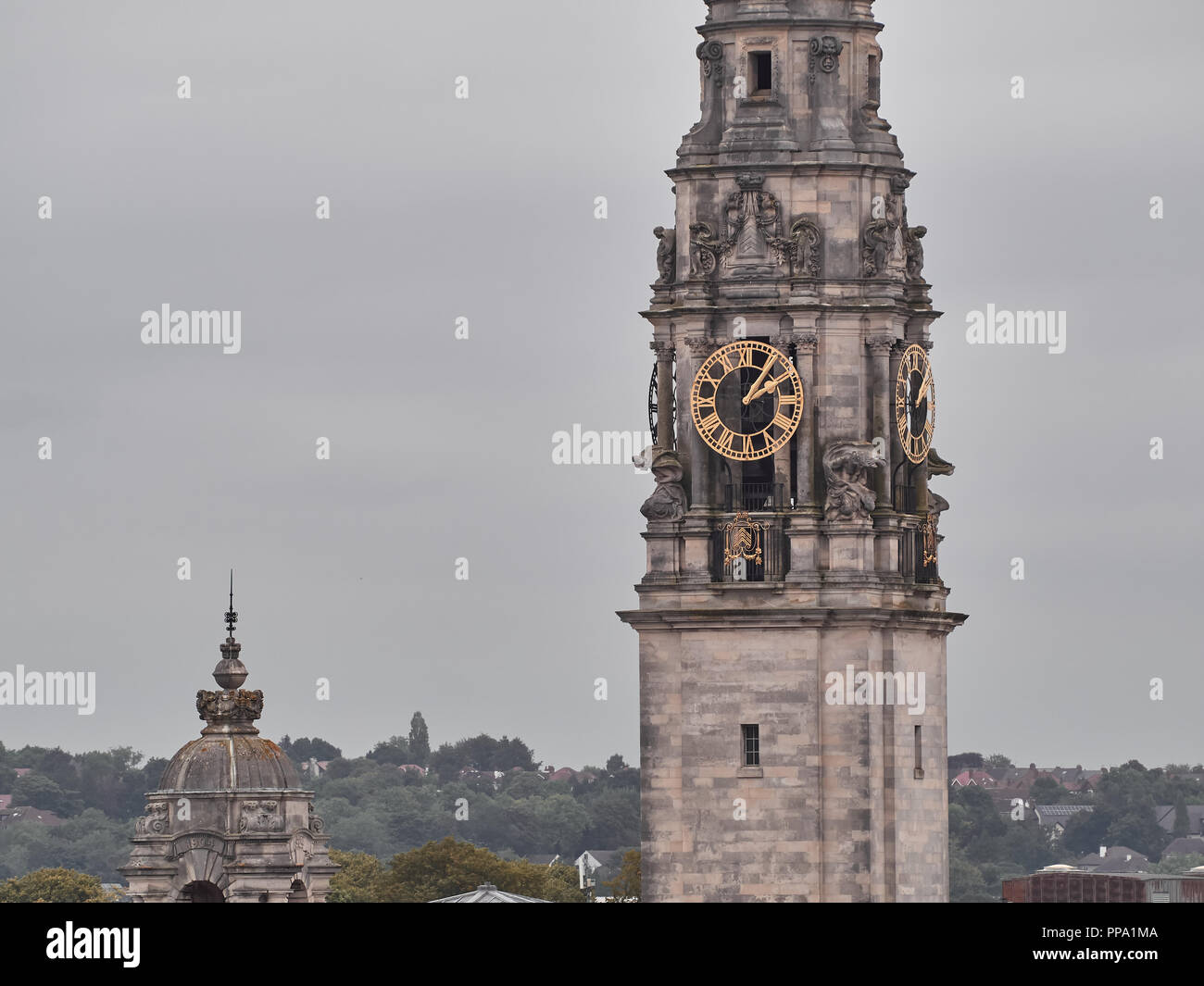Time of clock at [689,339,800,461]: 2:06
